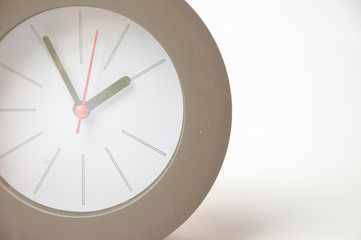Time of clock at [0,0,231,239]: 1:55
